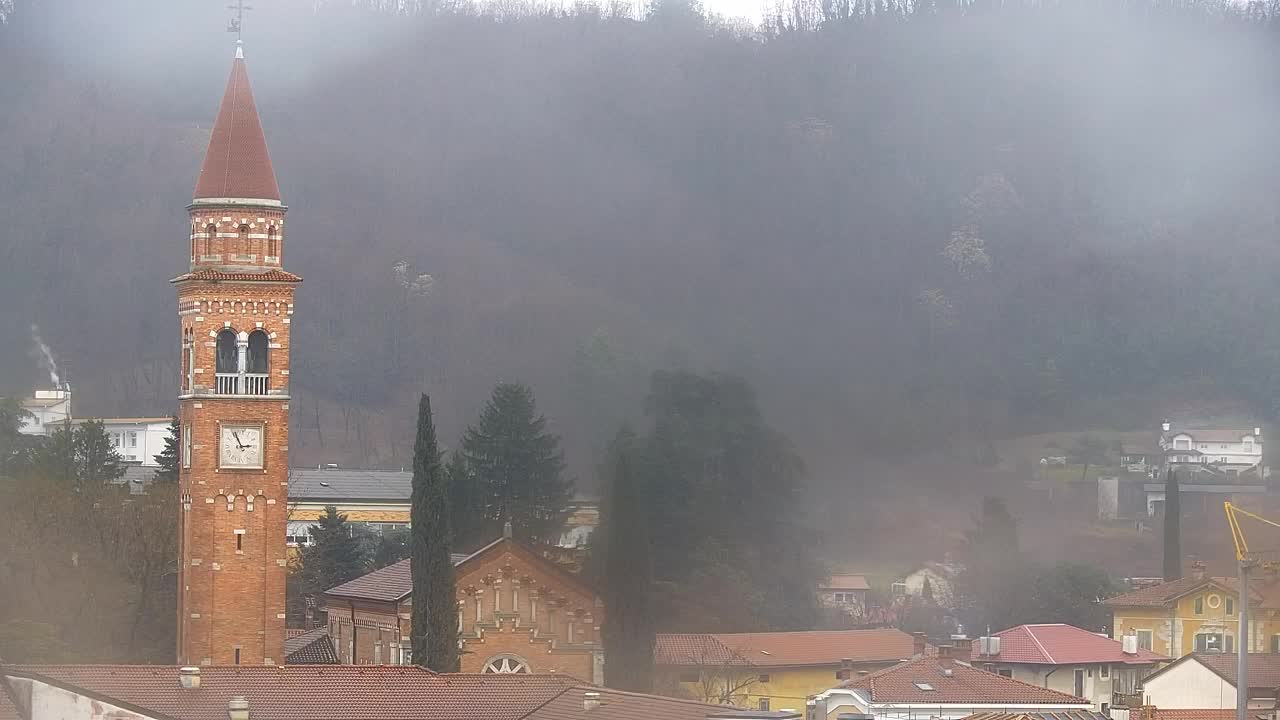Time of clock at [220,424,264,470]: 2:56
